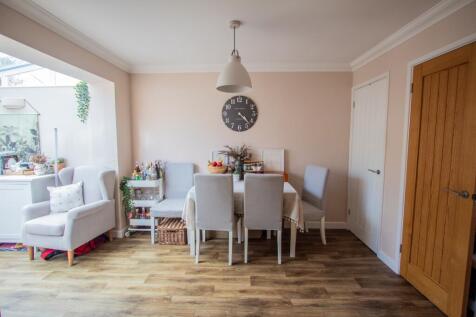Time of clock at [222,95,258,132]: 4:22
